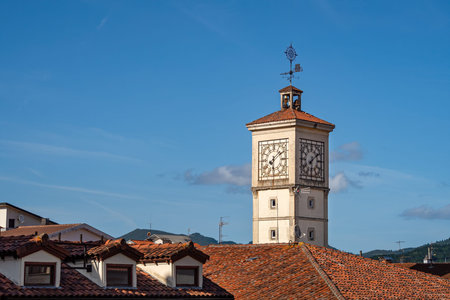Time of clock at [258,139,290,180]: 6:08
